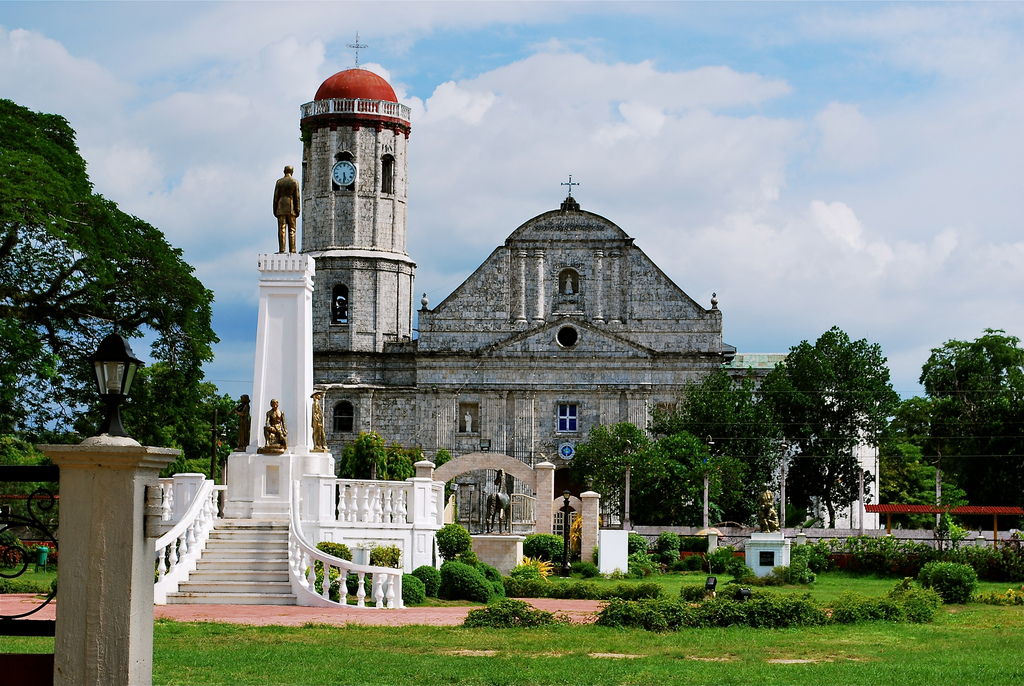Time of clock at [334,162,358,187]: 5:30
